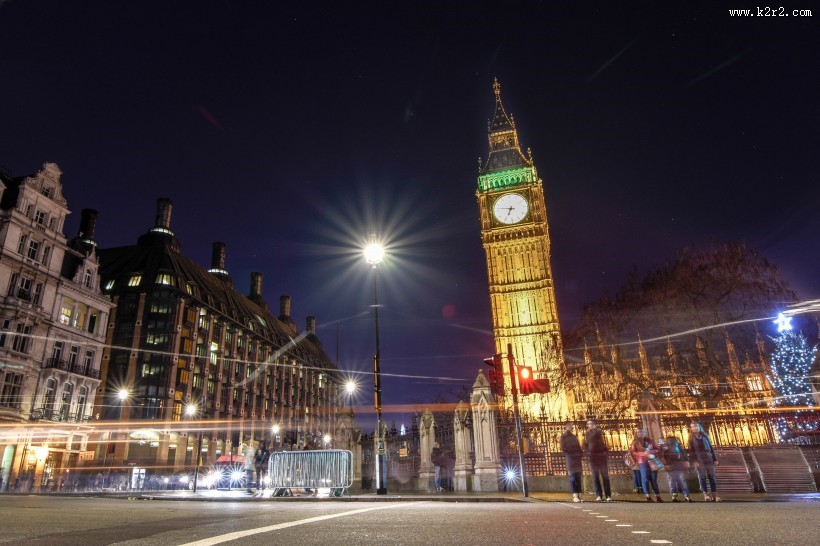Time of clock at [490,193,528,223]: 6:46
